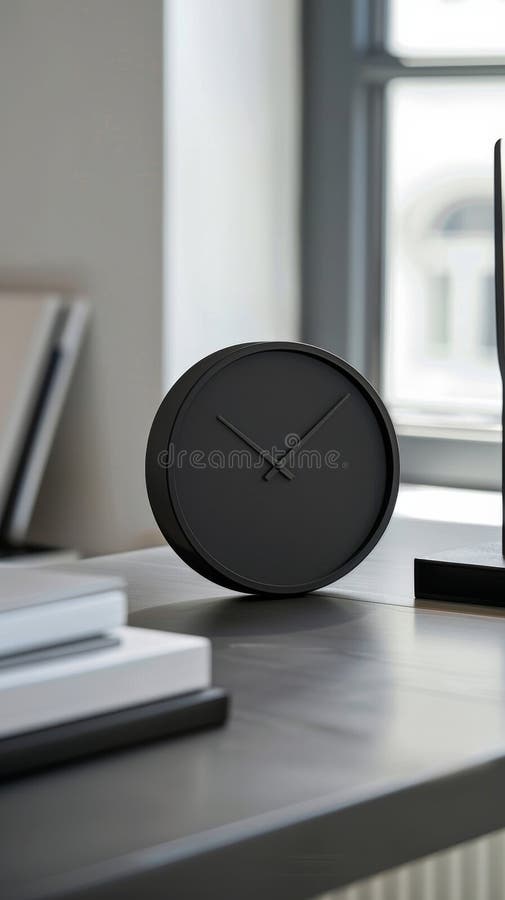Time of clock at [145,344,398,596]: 10:07
